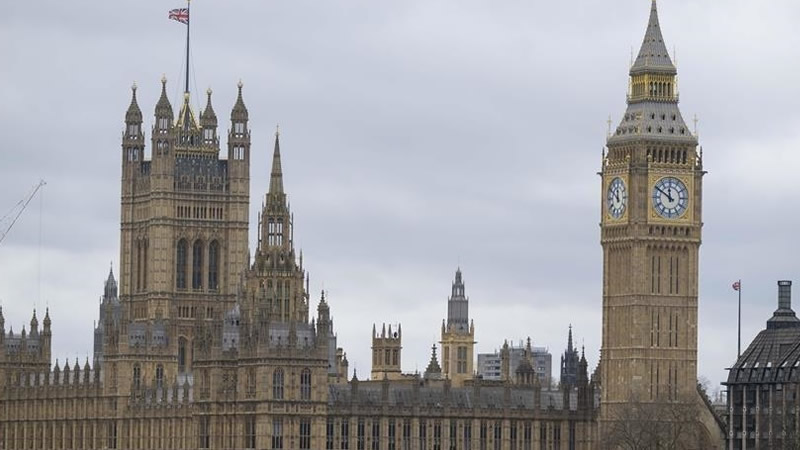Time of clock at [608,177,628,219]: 11:50
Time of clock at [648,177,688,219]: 11:50
